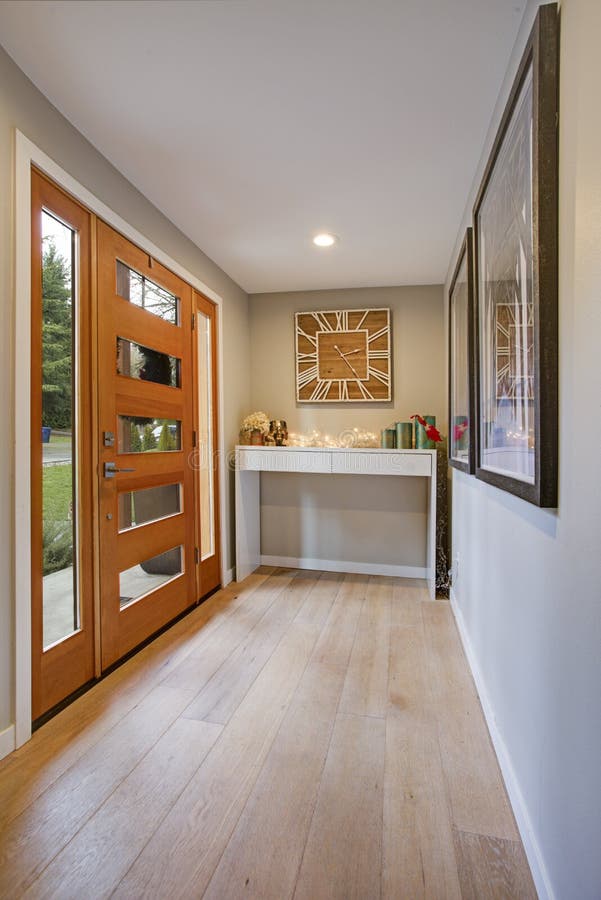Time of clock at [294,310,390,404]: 2:24
